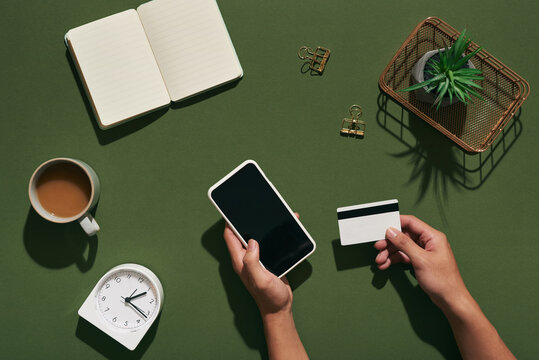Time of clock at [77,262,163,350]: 2:21
